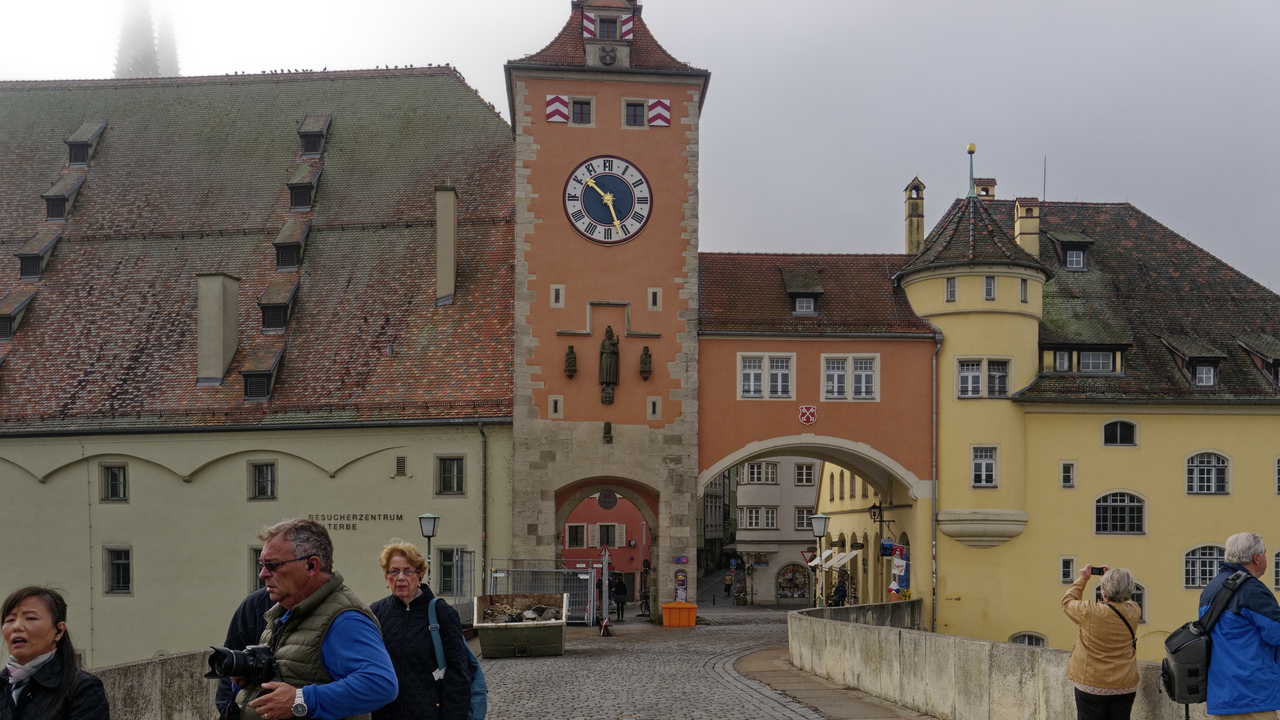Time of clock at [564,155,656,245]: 10:26
